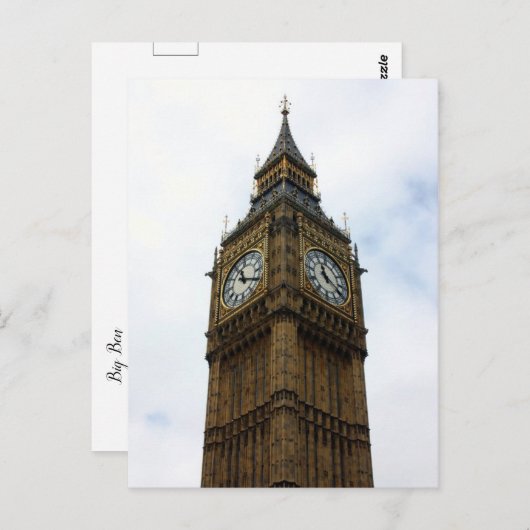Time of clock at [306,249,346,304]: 11:19
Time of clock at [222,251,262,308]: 11:19
